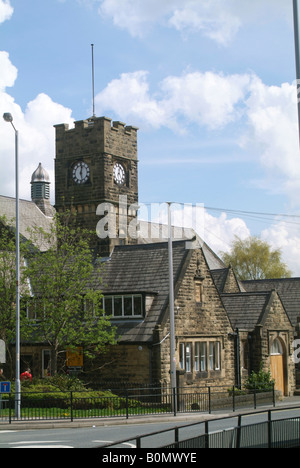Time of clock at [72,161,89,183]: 12:27
